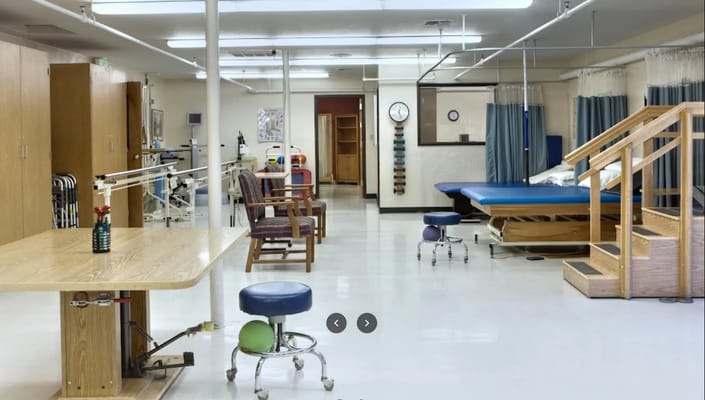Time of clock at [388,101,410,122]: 12:26
